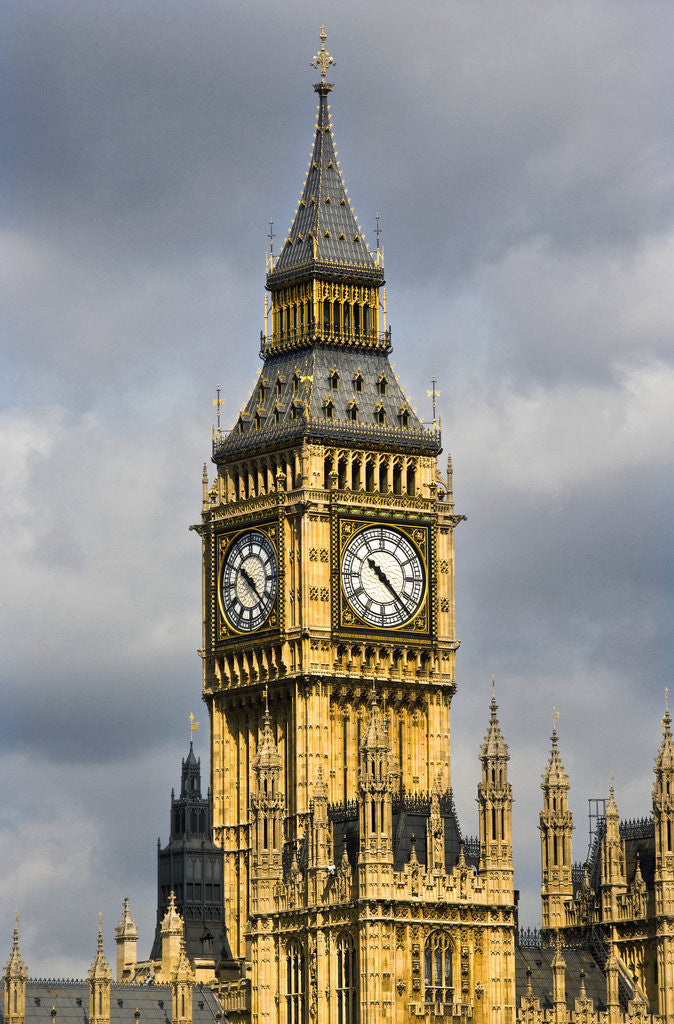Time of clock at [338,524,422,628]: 10:22
